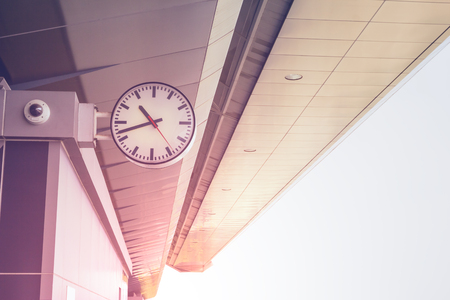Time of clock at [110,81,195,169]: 10:42
